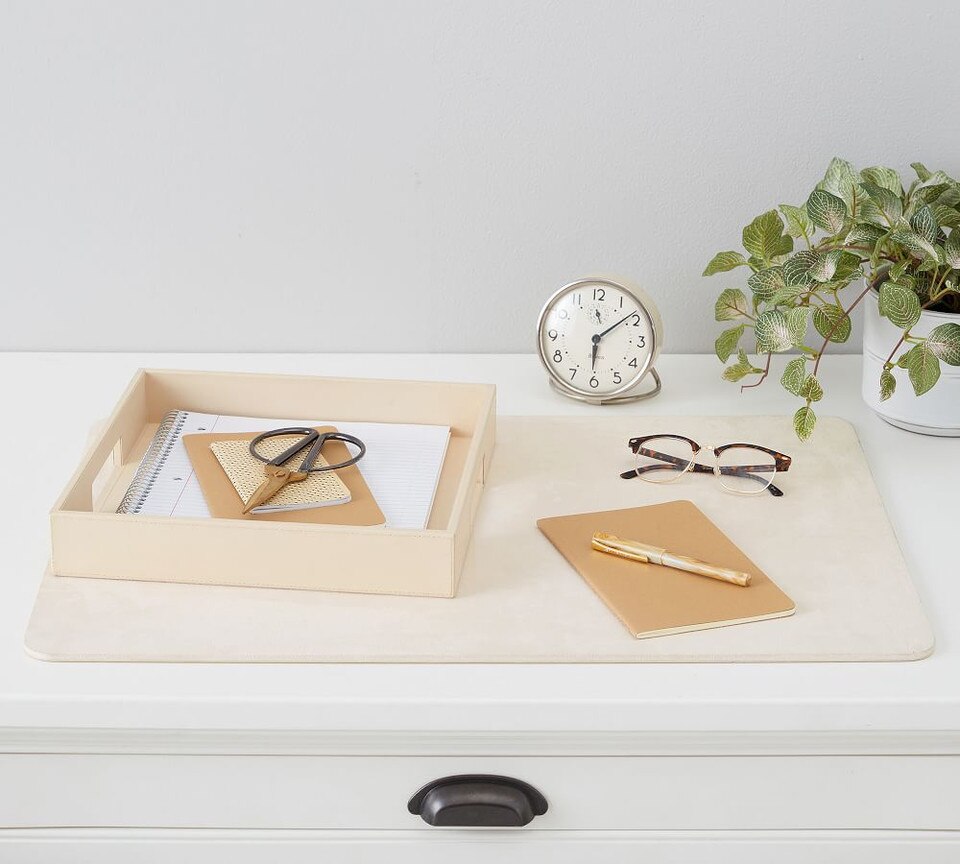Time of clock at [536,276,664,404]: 6:08
